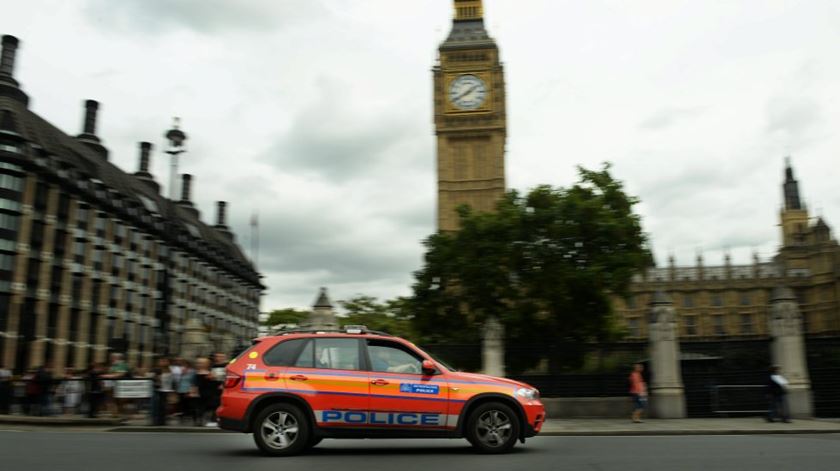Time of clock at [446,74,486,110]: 1:39
